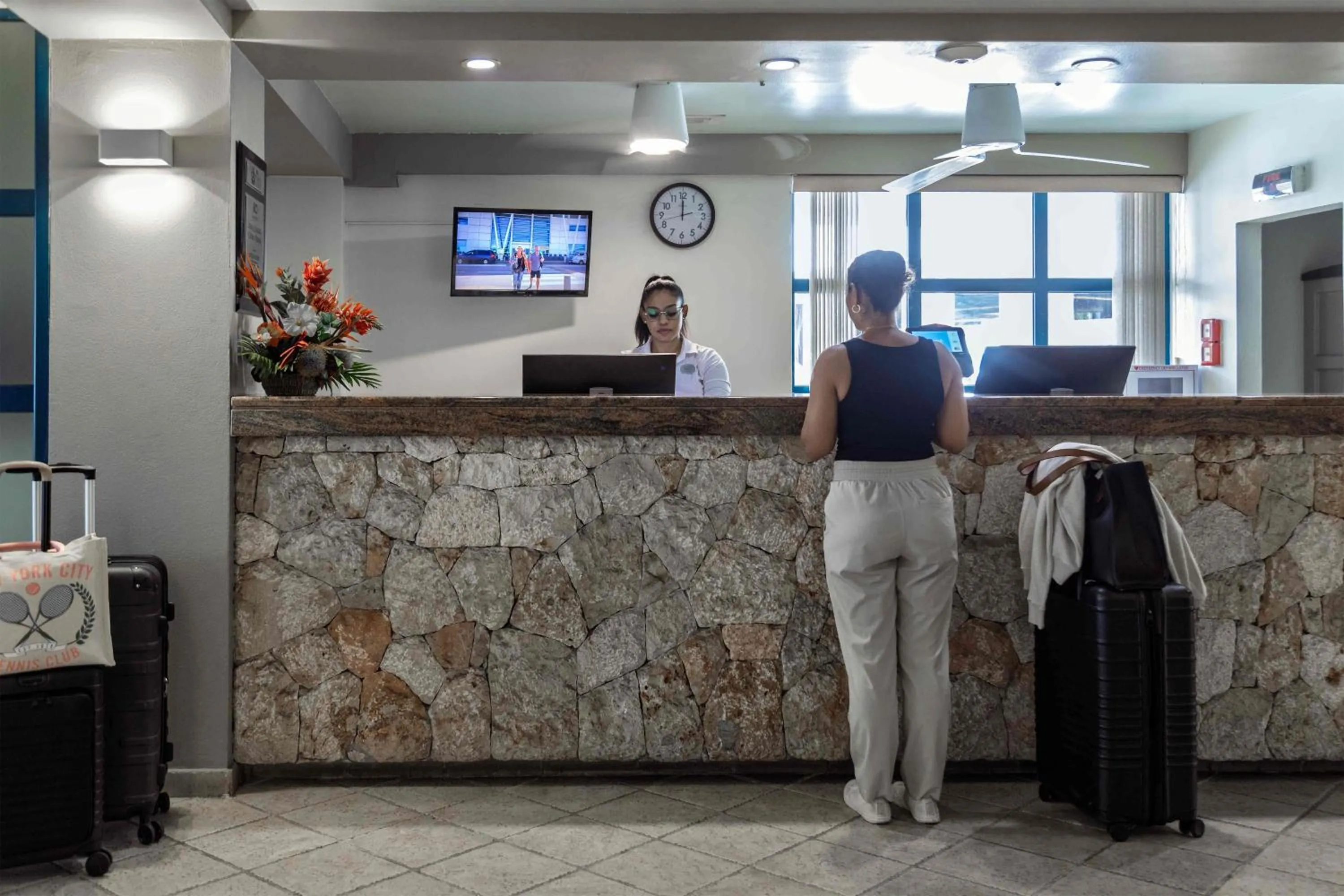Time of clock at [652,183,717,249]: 11:59
